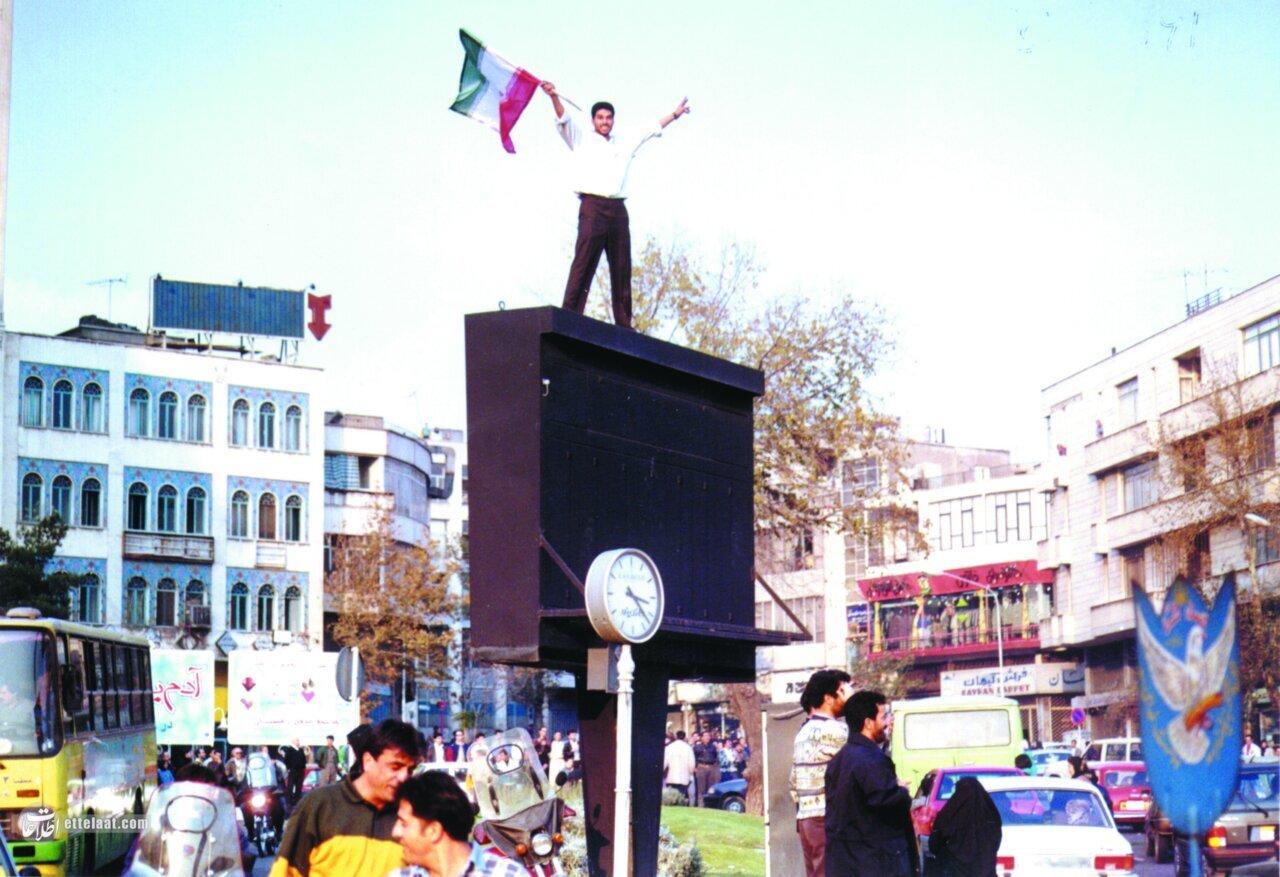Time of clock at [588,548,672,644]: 3:22
